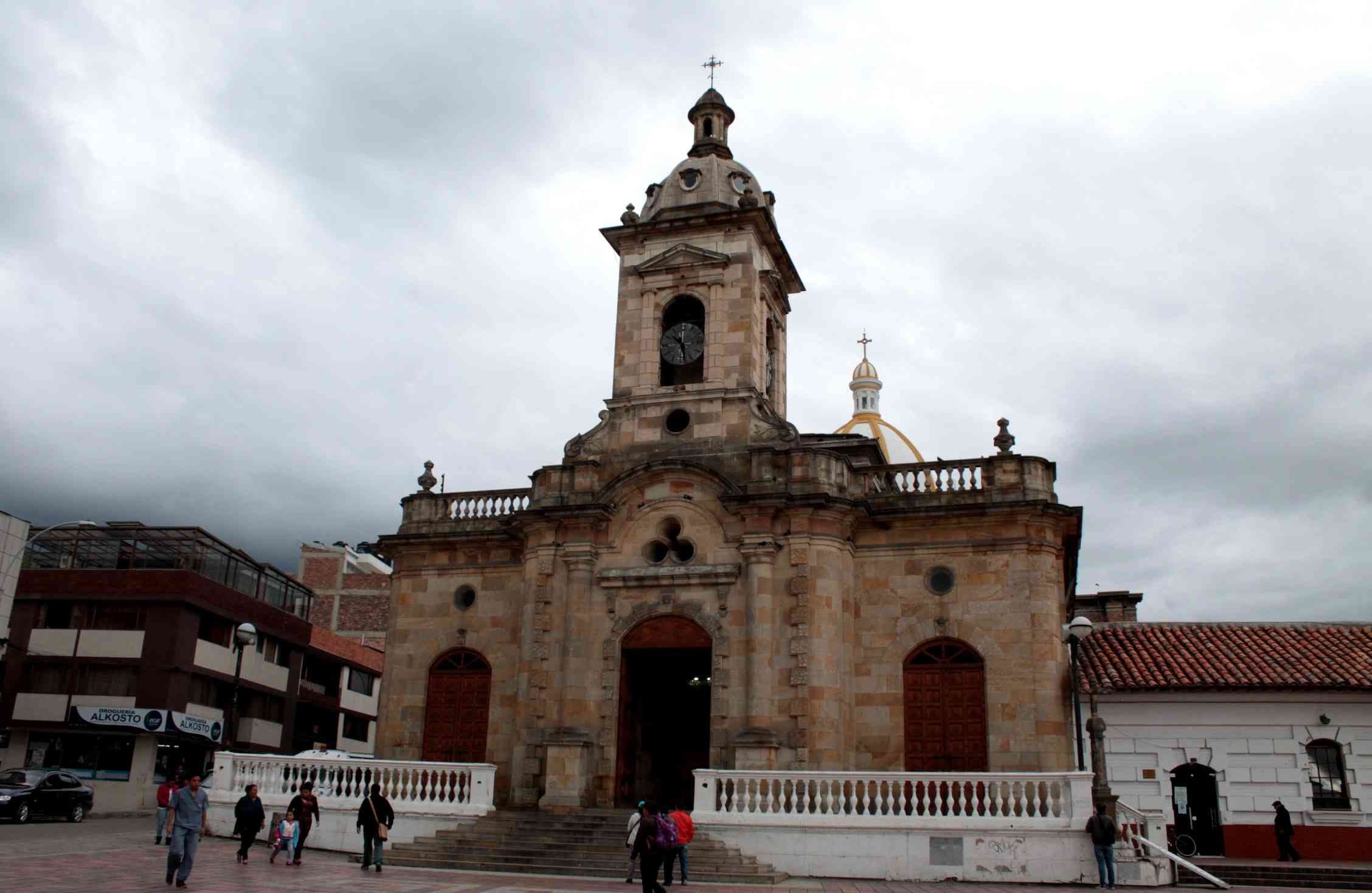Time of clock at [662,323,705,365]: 10:28
